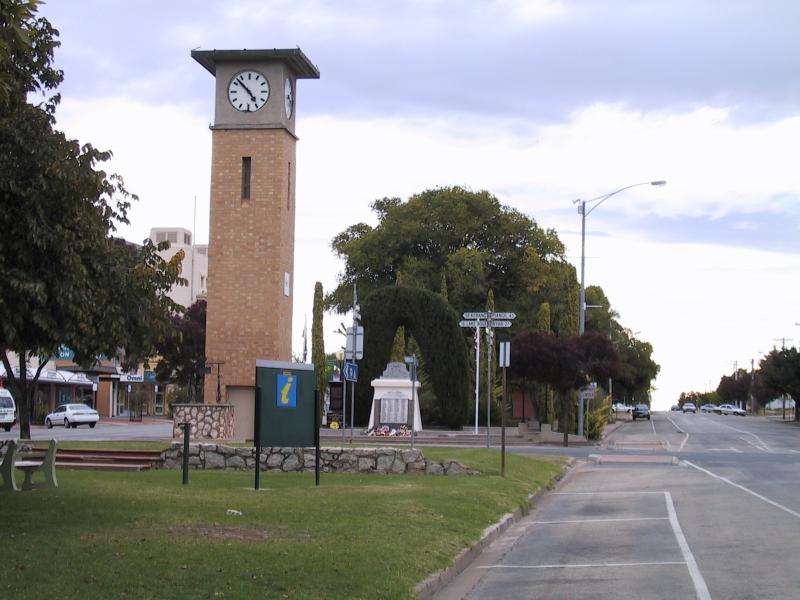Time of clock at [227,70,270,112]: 4:52
